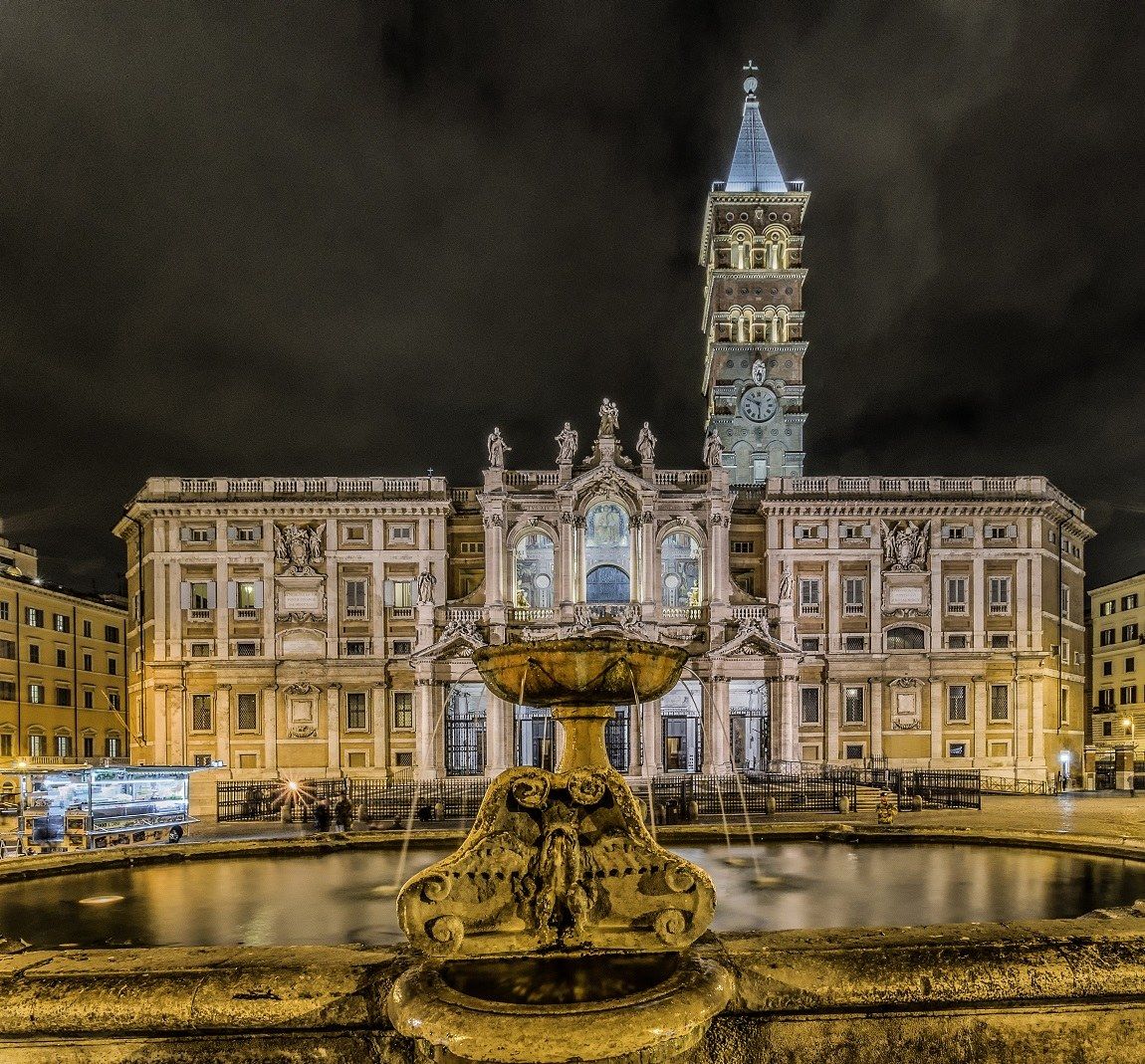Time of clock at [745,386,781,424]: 5:49
